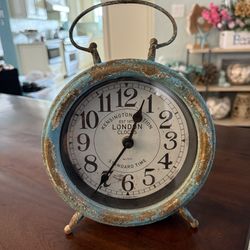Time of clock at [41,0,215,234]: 12:35
